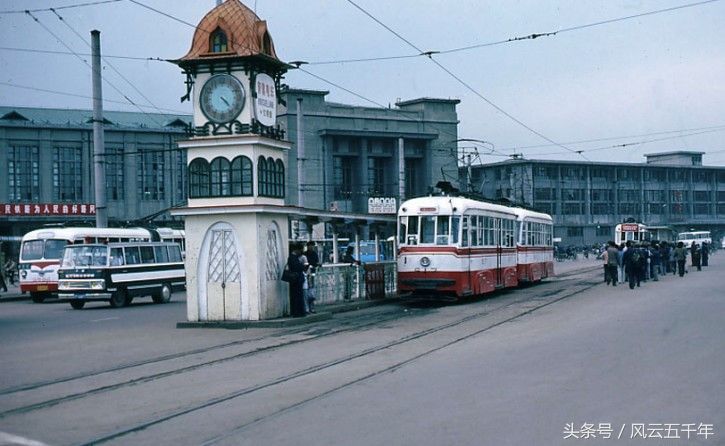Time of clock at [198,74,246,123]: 4:22
